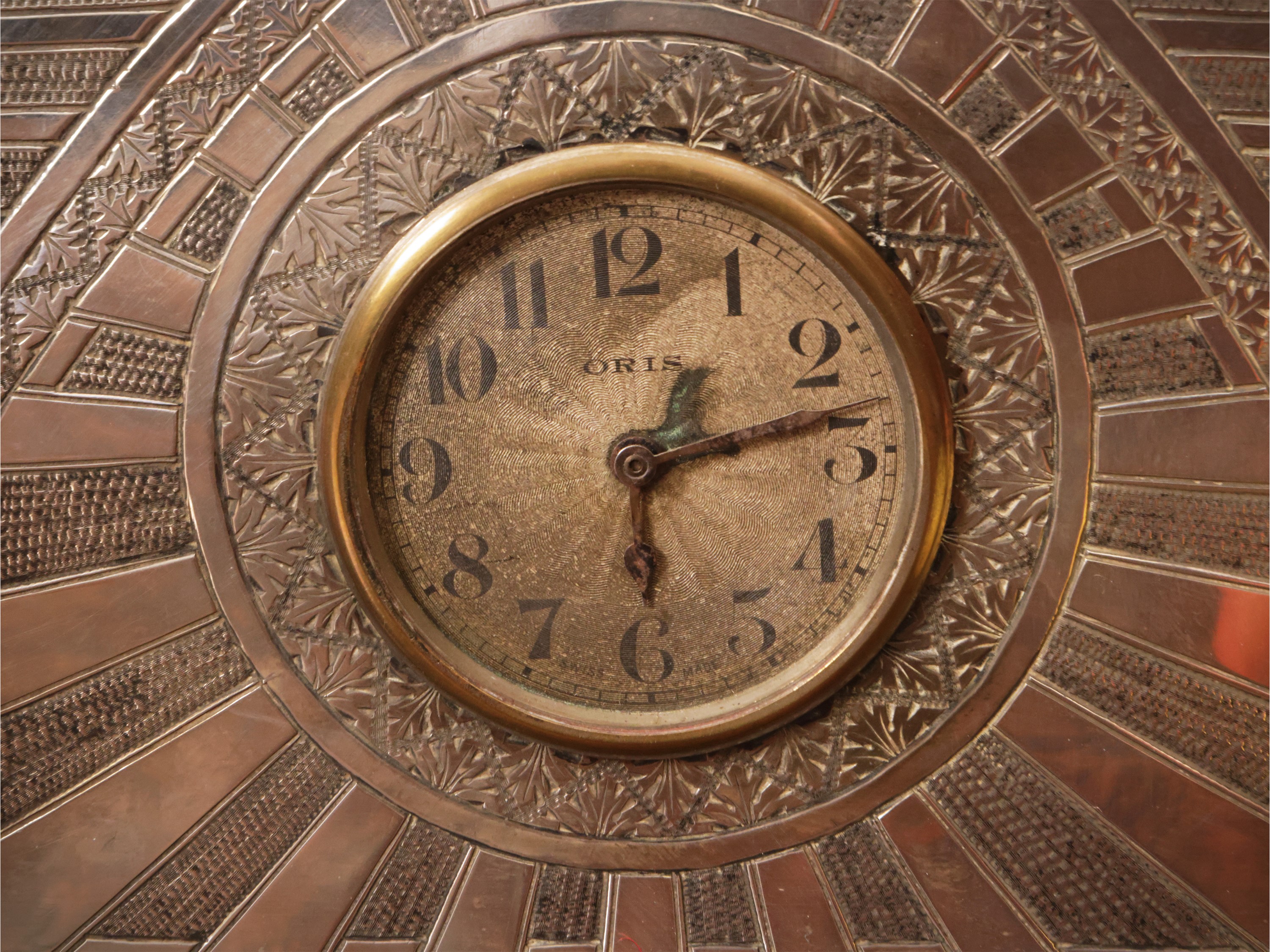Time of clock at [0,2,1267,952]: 1:12
